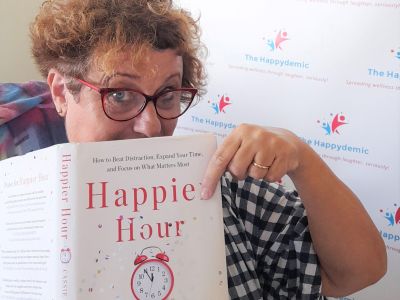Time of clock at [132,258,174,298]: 11:54
